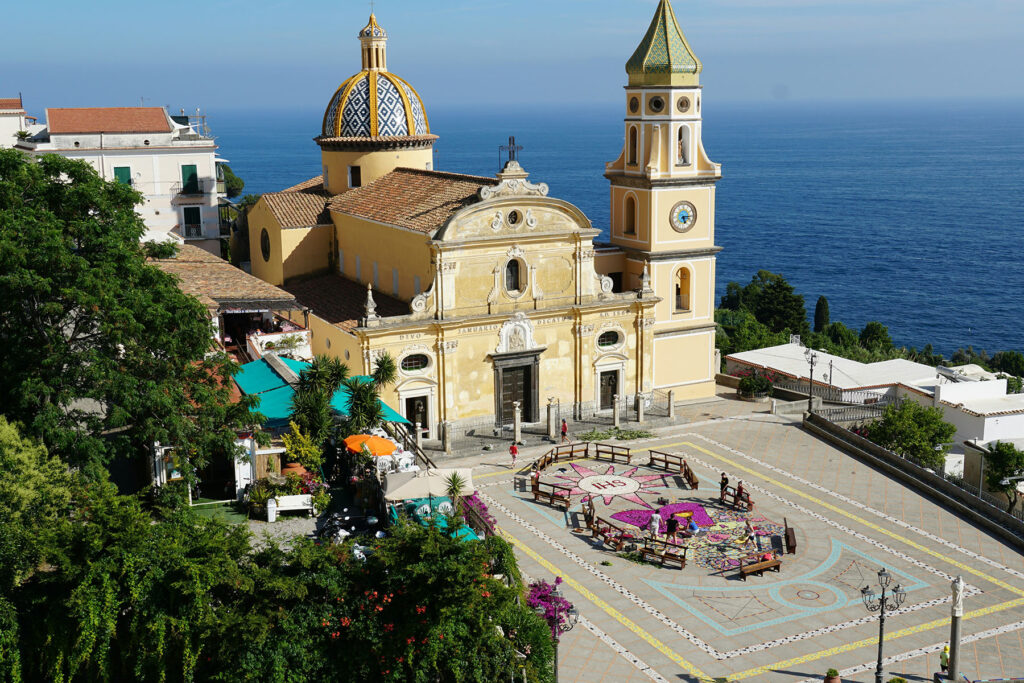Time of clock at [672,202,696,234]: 5:15
